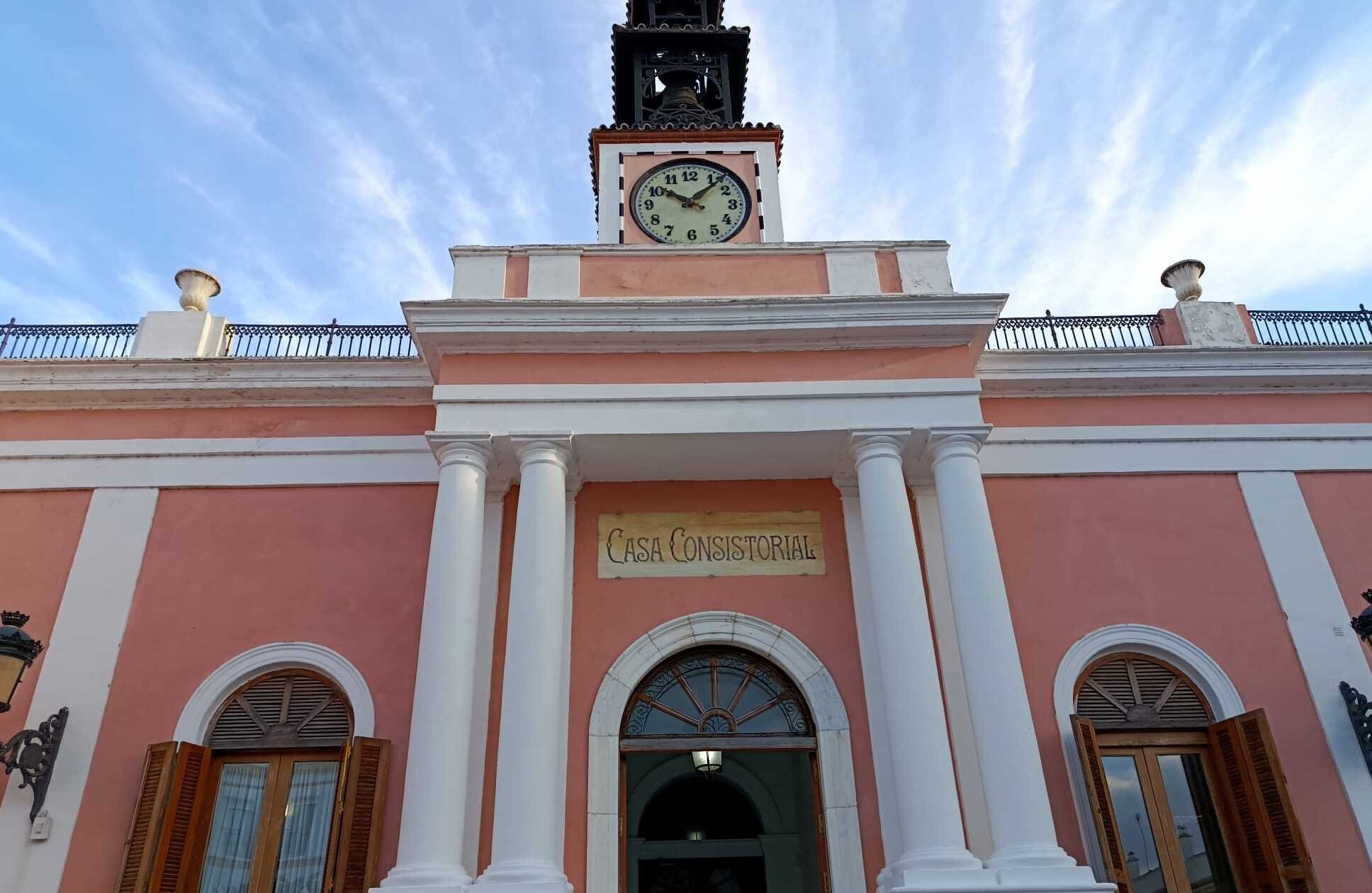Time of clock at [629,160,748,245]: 10:07
